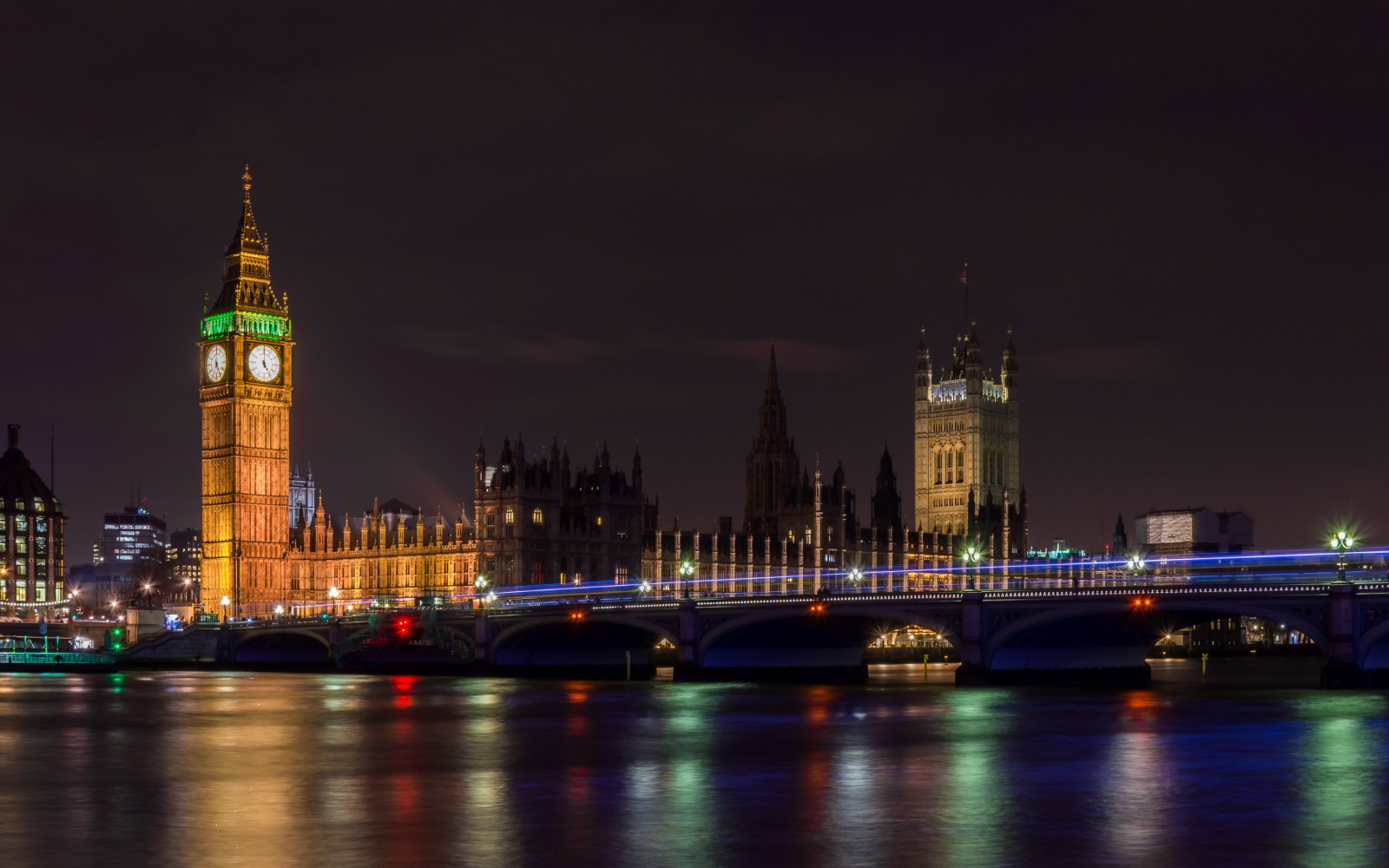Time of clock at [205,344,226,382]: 4:59
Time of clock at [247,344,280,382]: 4:59
